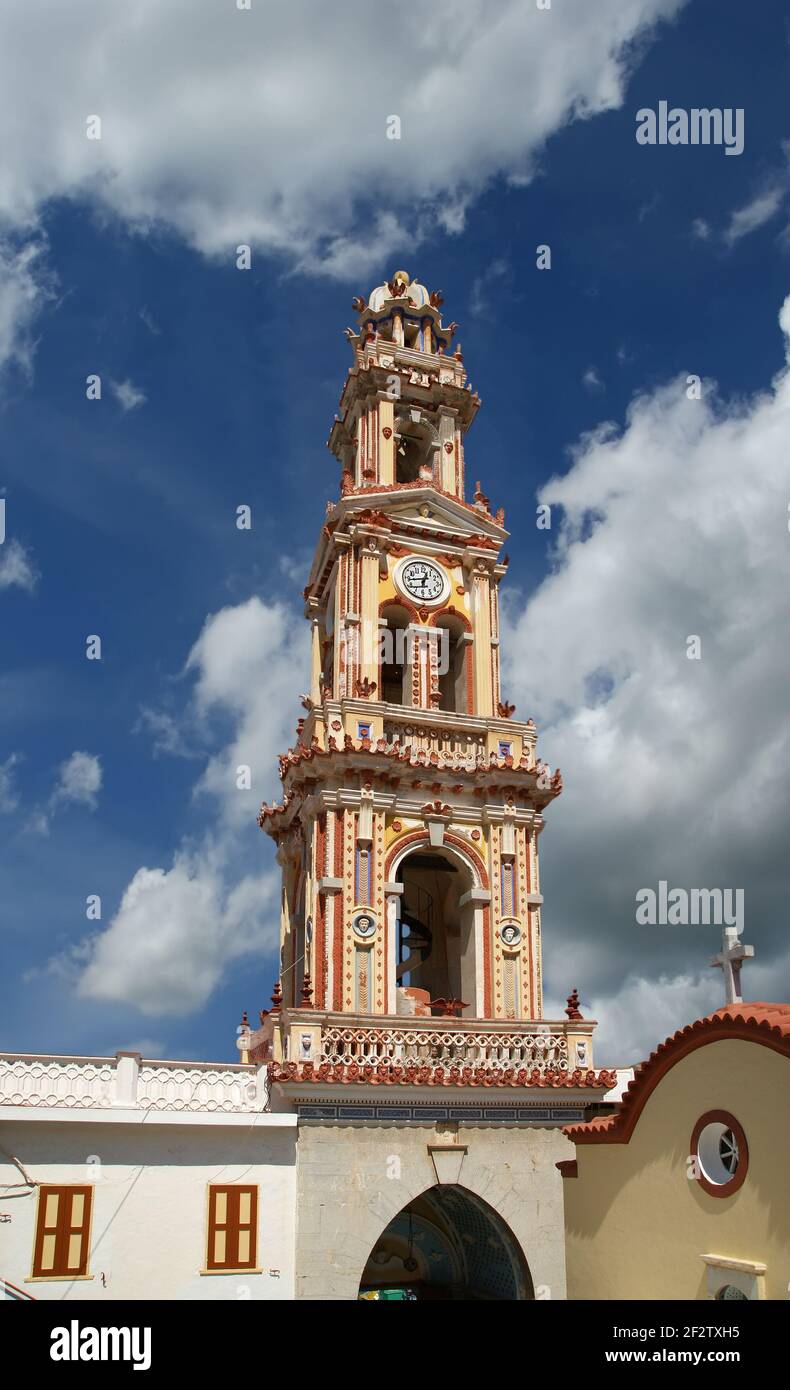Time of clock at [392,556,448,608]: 12:43
